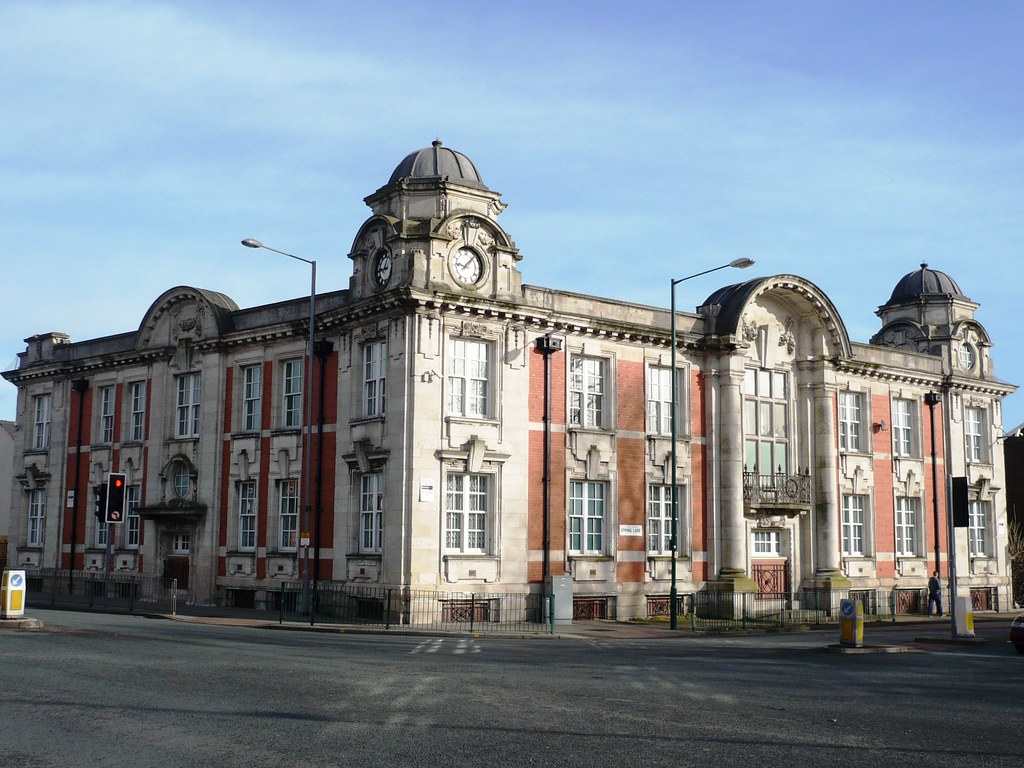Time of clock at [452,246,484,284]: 9:07
